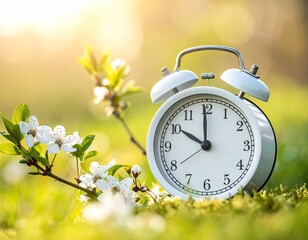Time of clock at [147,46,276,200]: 9:59
